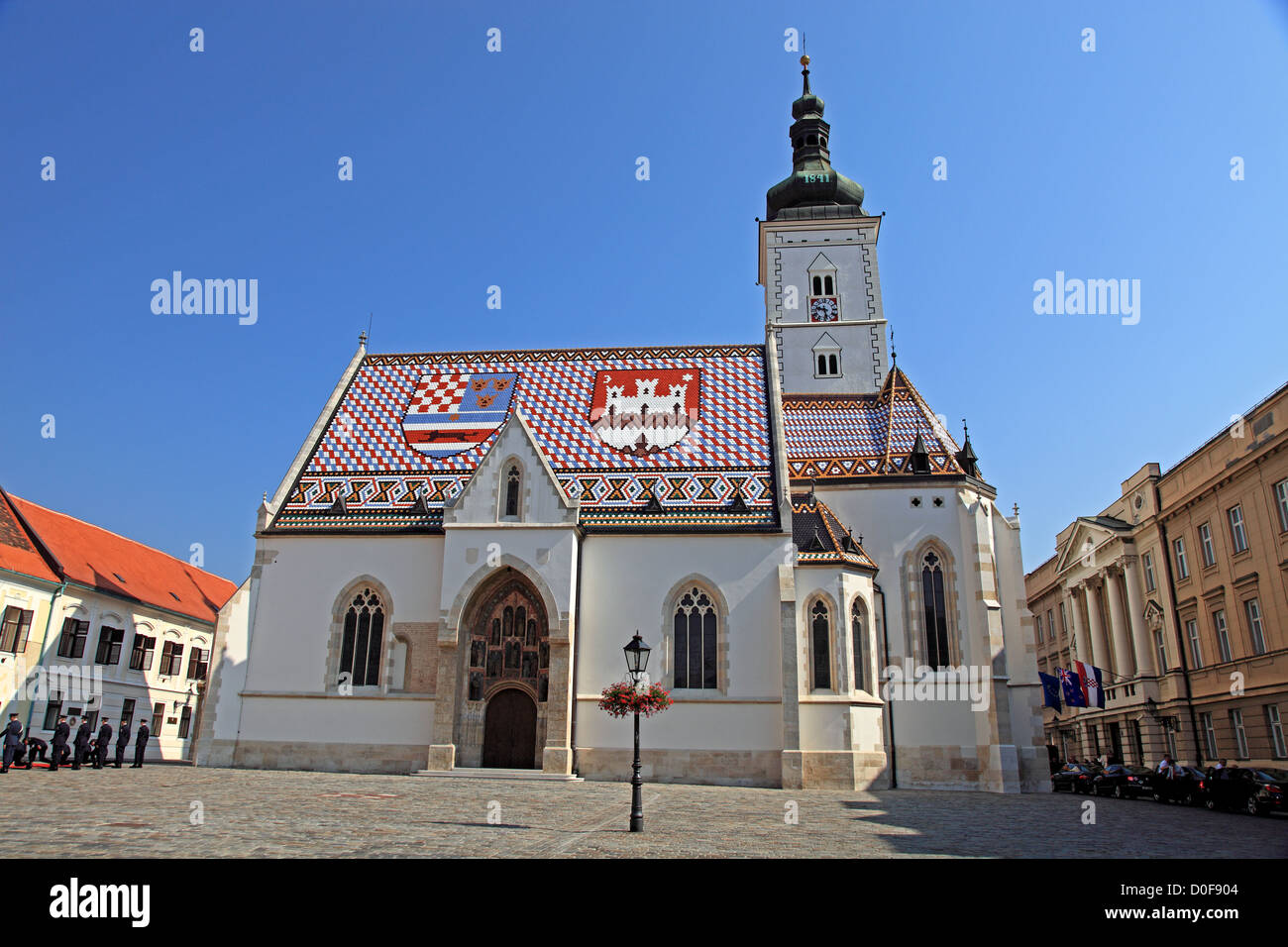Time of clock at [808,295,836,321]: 9:28
